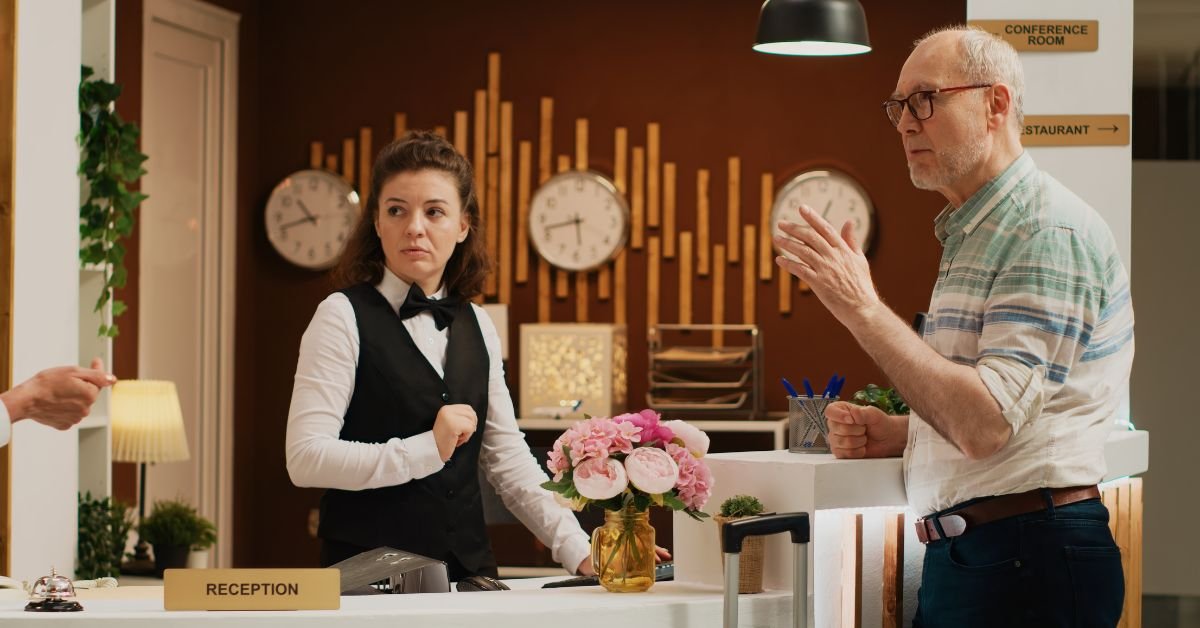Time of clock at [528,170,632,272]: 5:42
